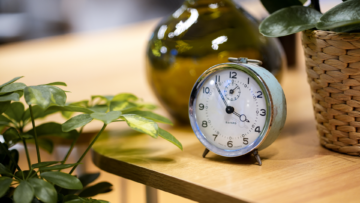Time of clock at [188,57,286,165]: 3:53
